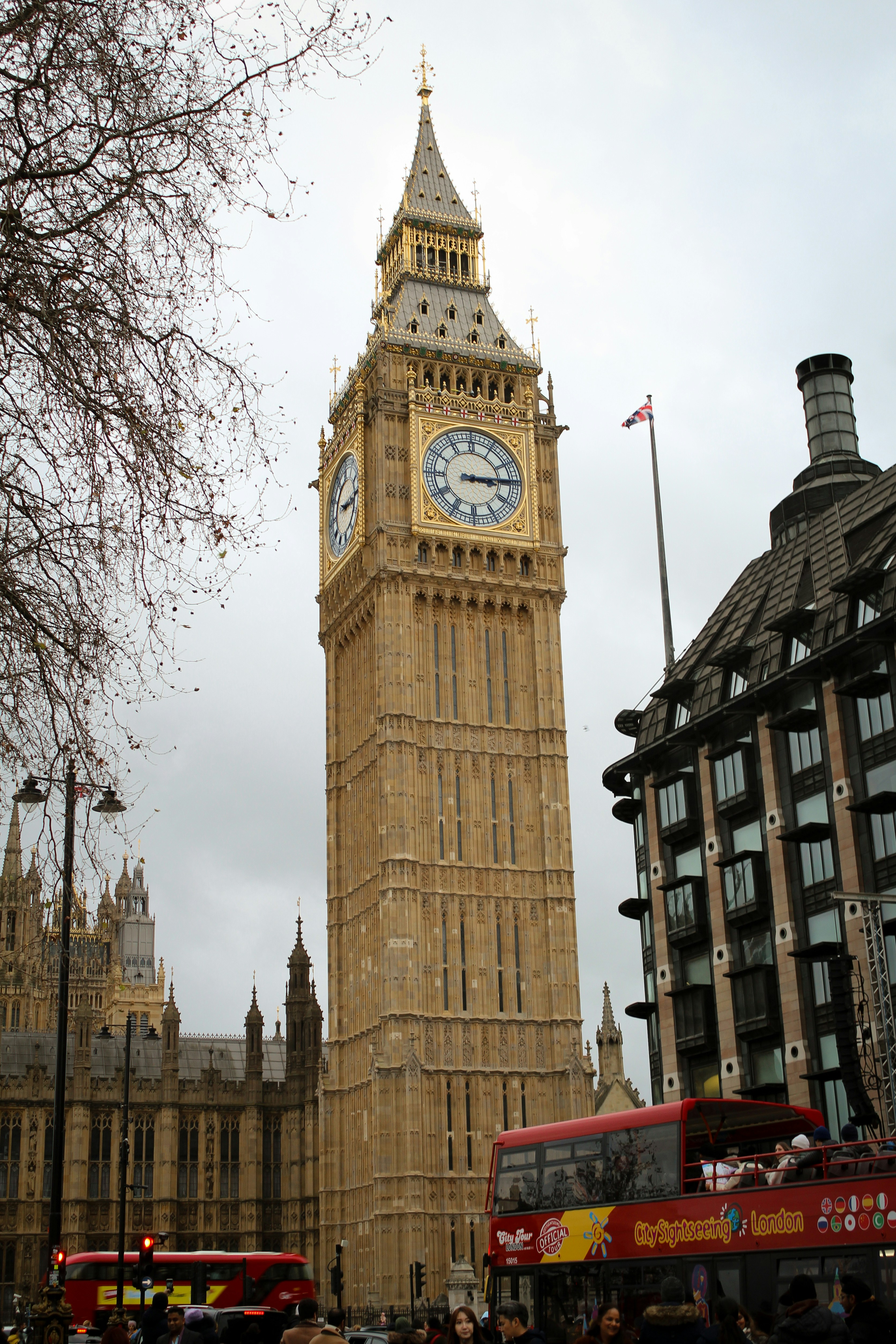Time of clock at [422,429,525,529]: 3:14
